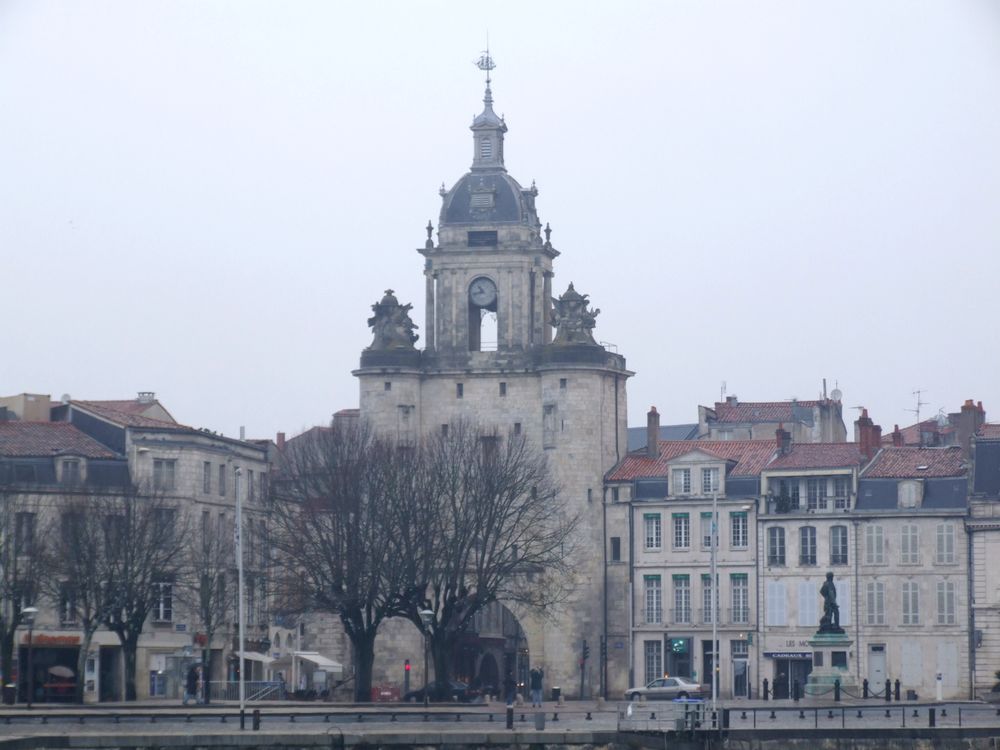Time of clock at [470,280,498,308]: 10:42
